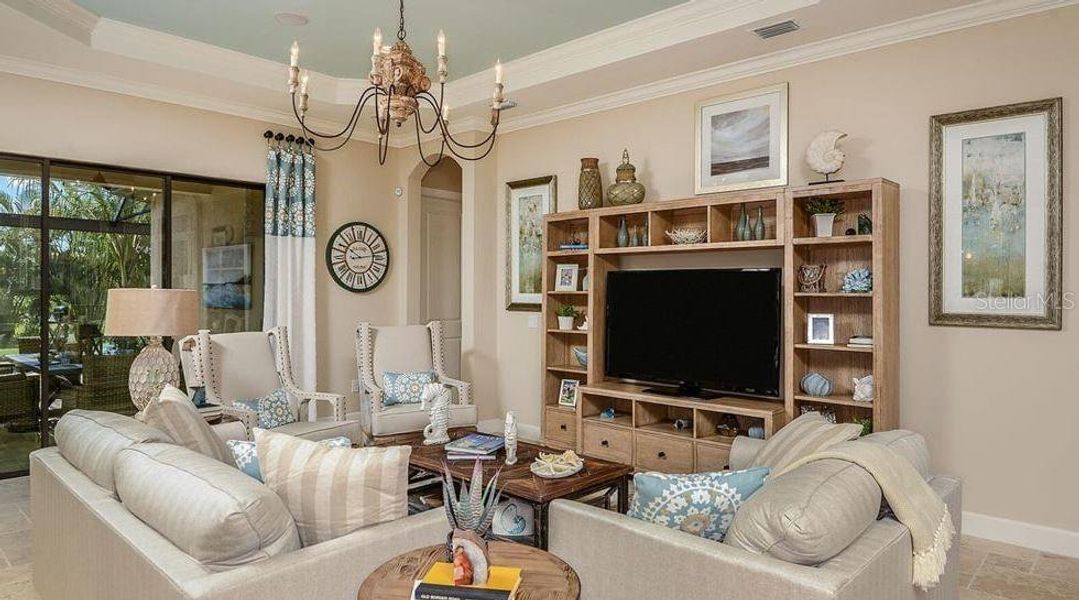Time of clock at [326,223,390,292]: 10:13
